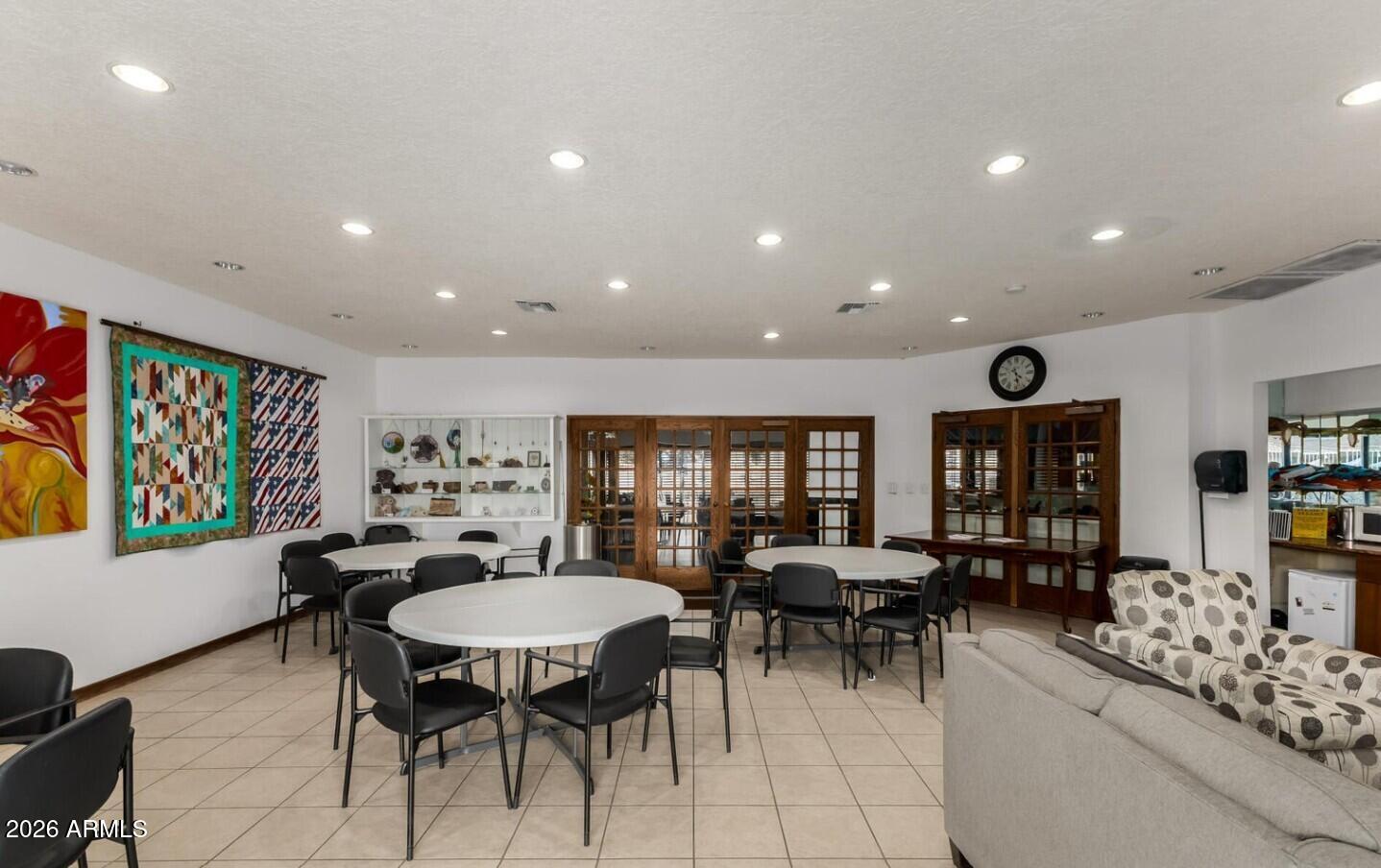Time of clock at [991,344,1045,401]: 4:28
